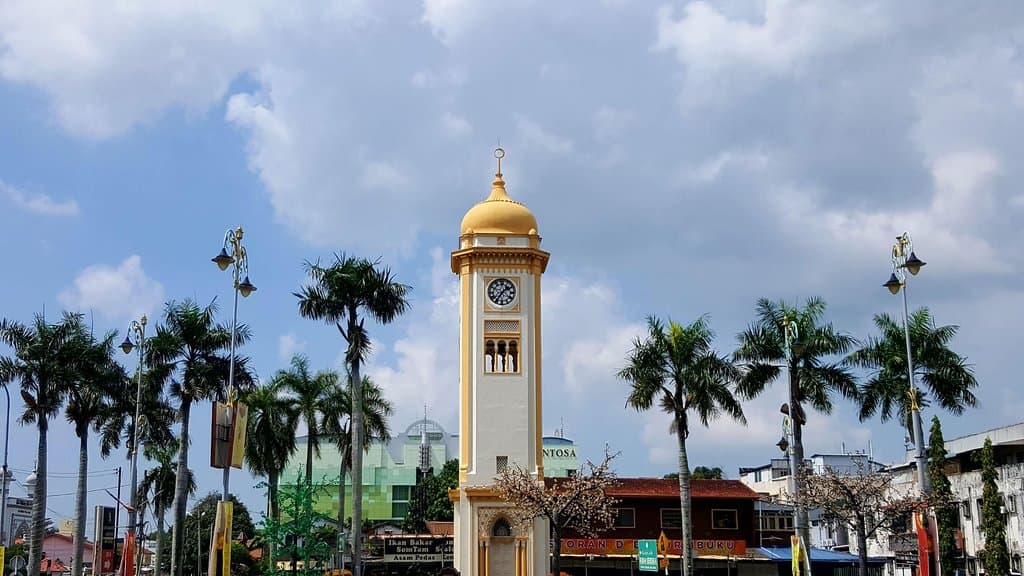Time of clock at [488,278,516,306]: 1:36
